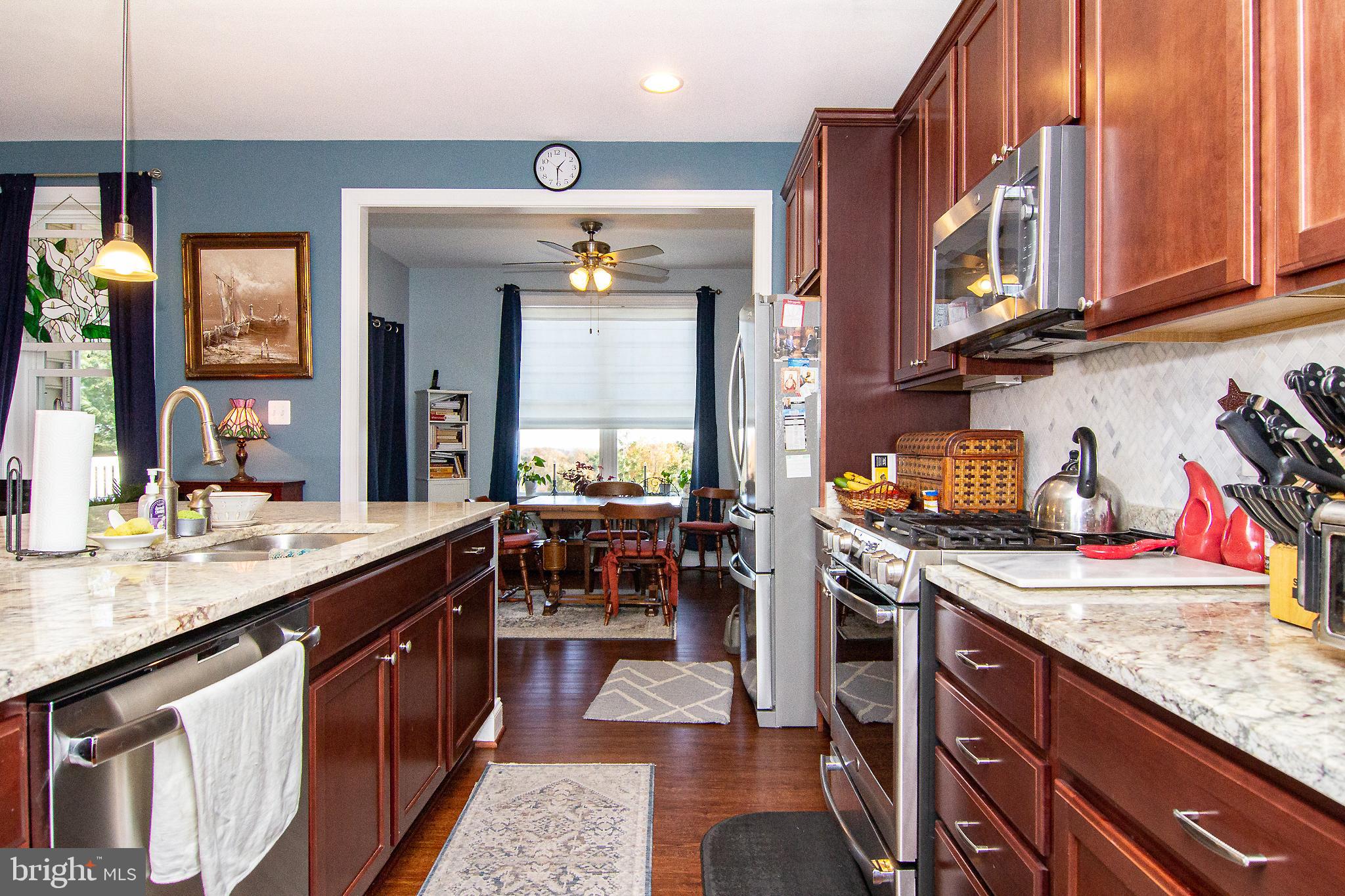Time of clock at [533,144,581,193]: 1:30
